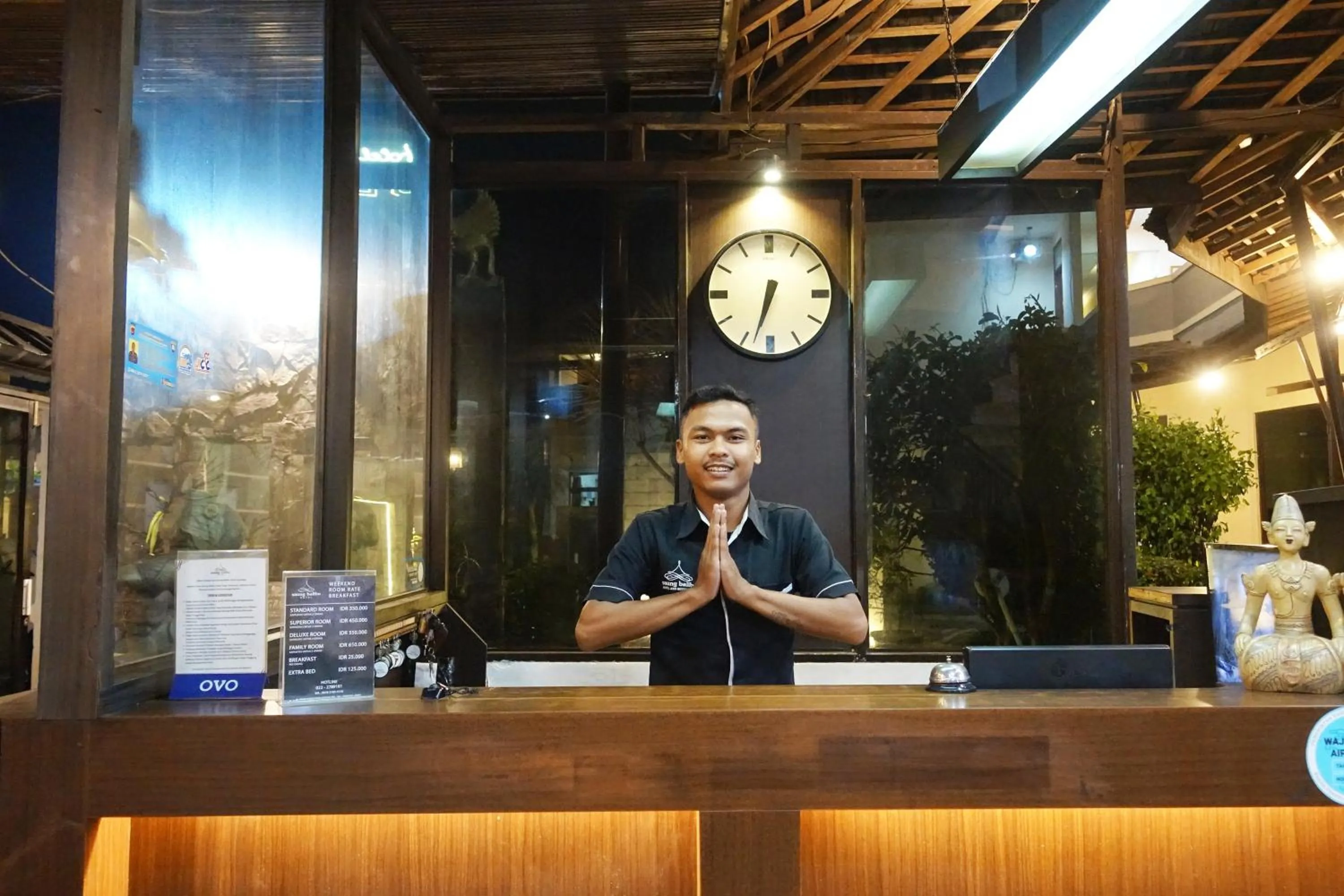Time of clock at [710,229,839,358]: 6:32
